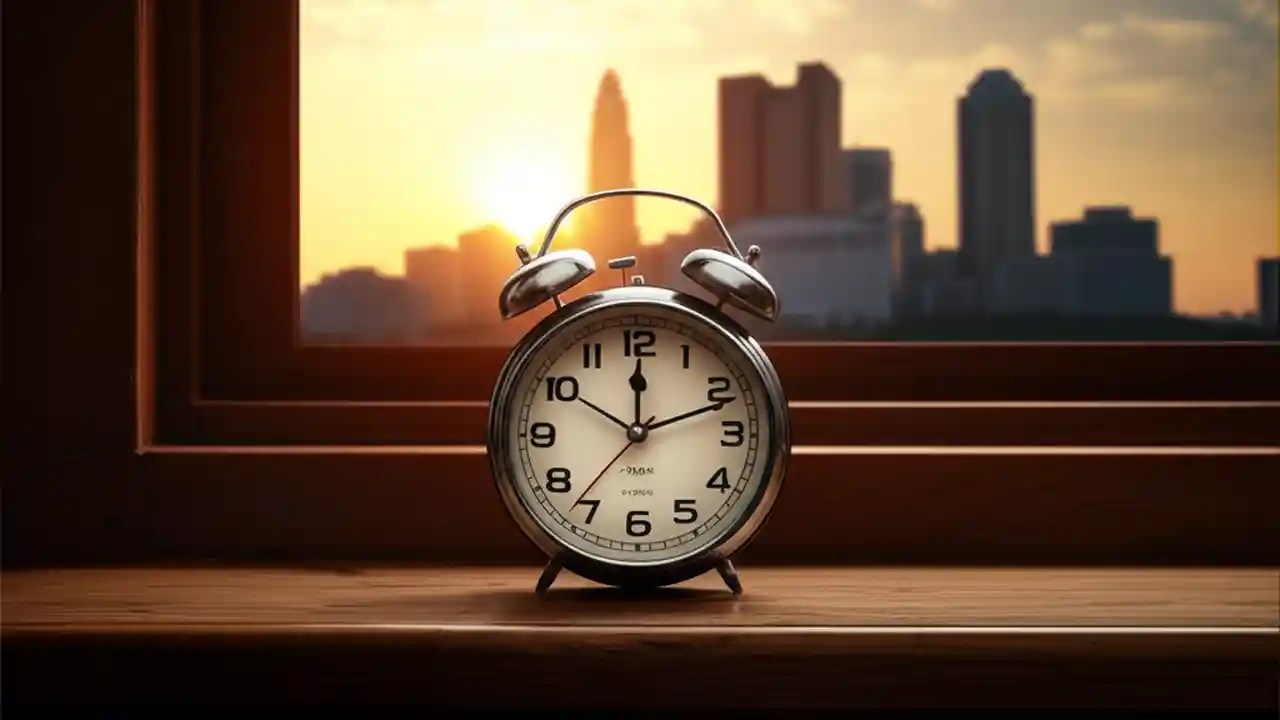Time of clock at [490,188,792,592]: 12:11
